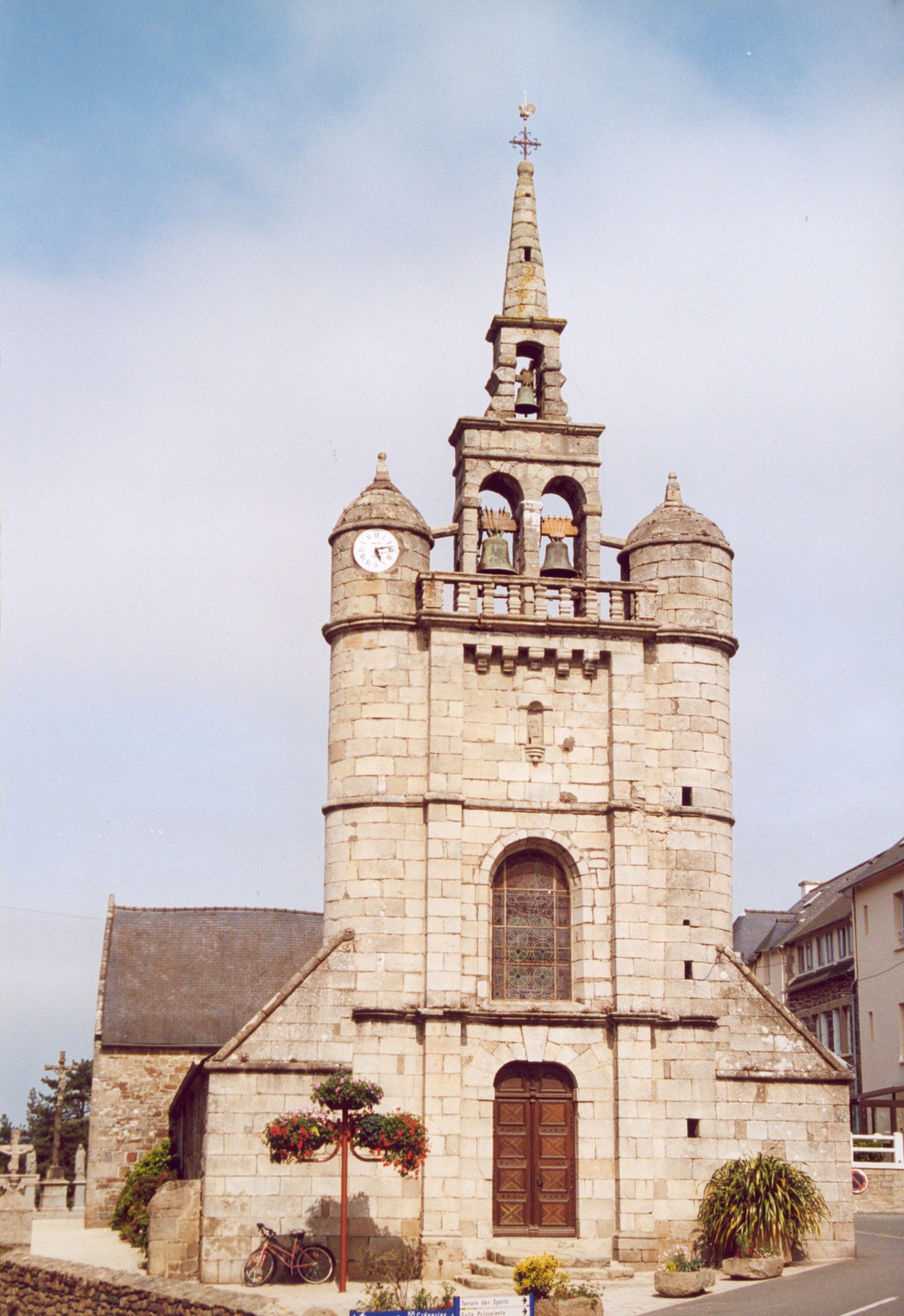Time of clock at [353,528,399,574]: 5:13
